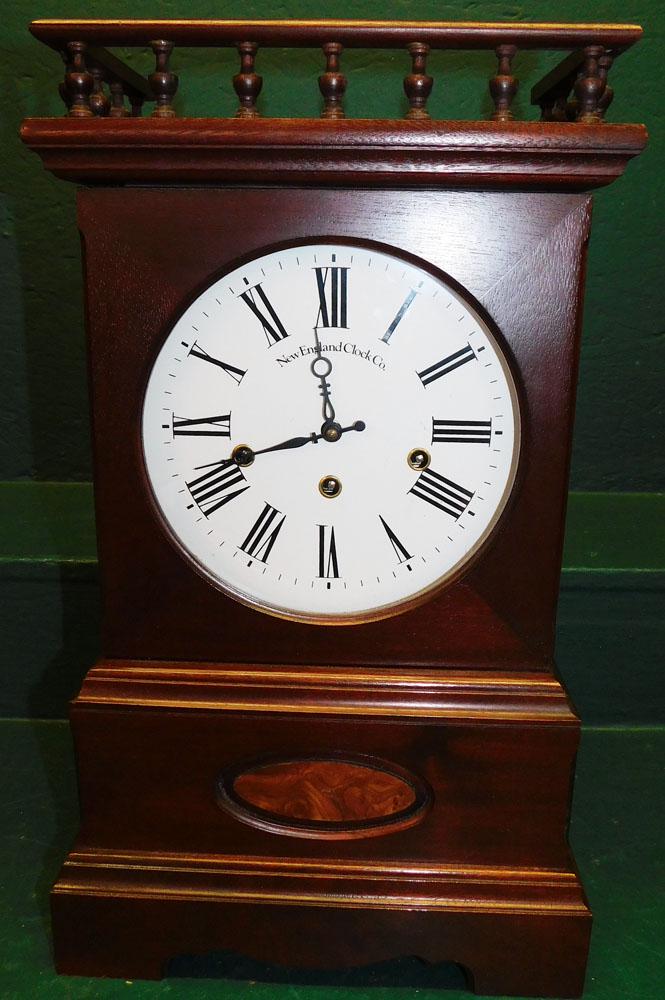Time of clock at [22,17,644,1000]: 11:41
